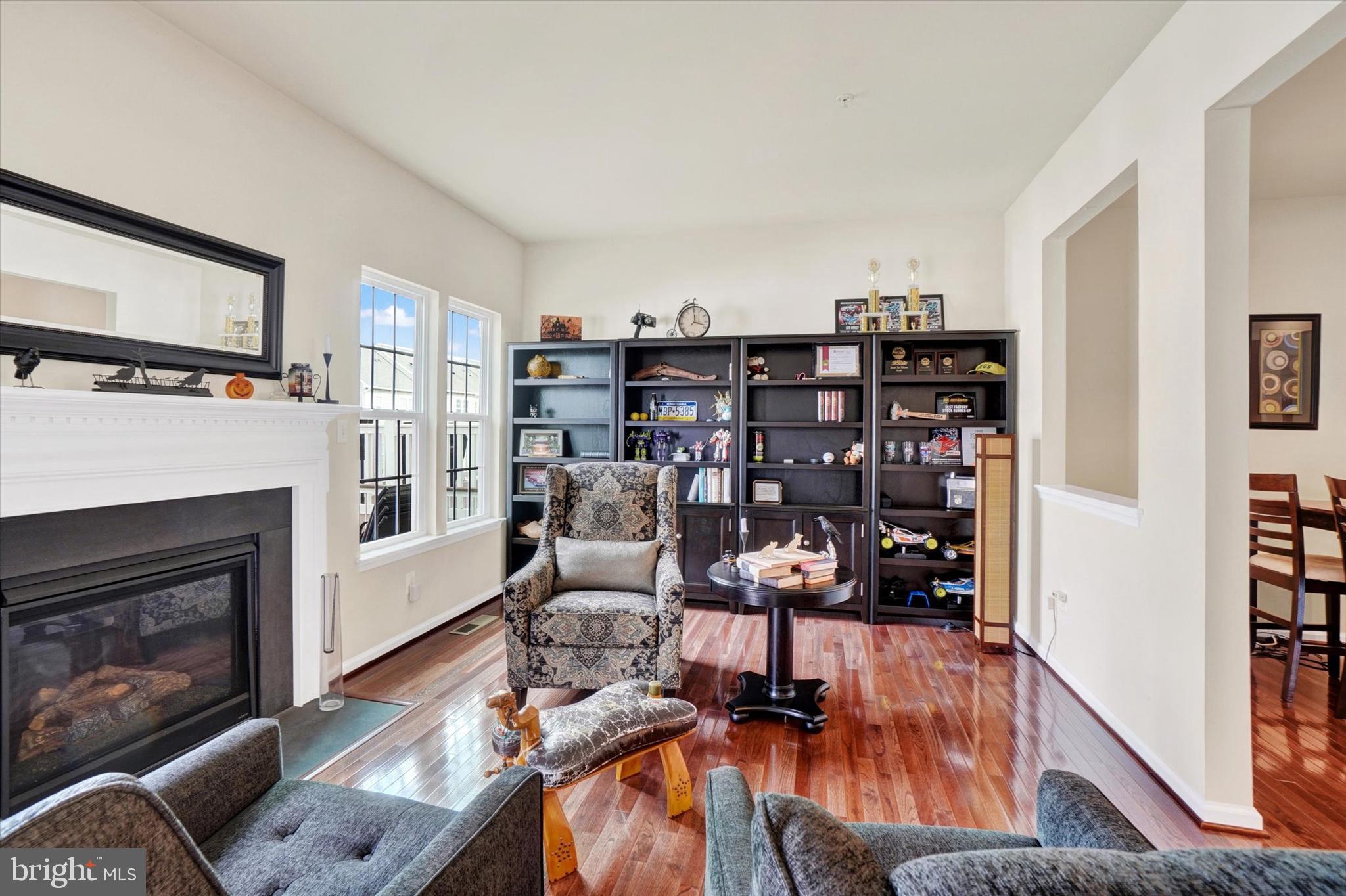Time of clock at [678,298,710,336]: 12:17
